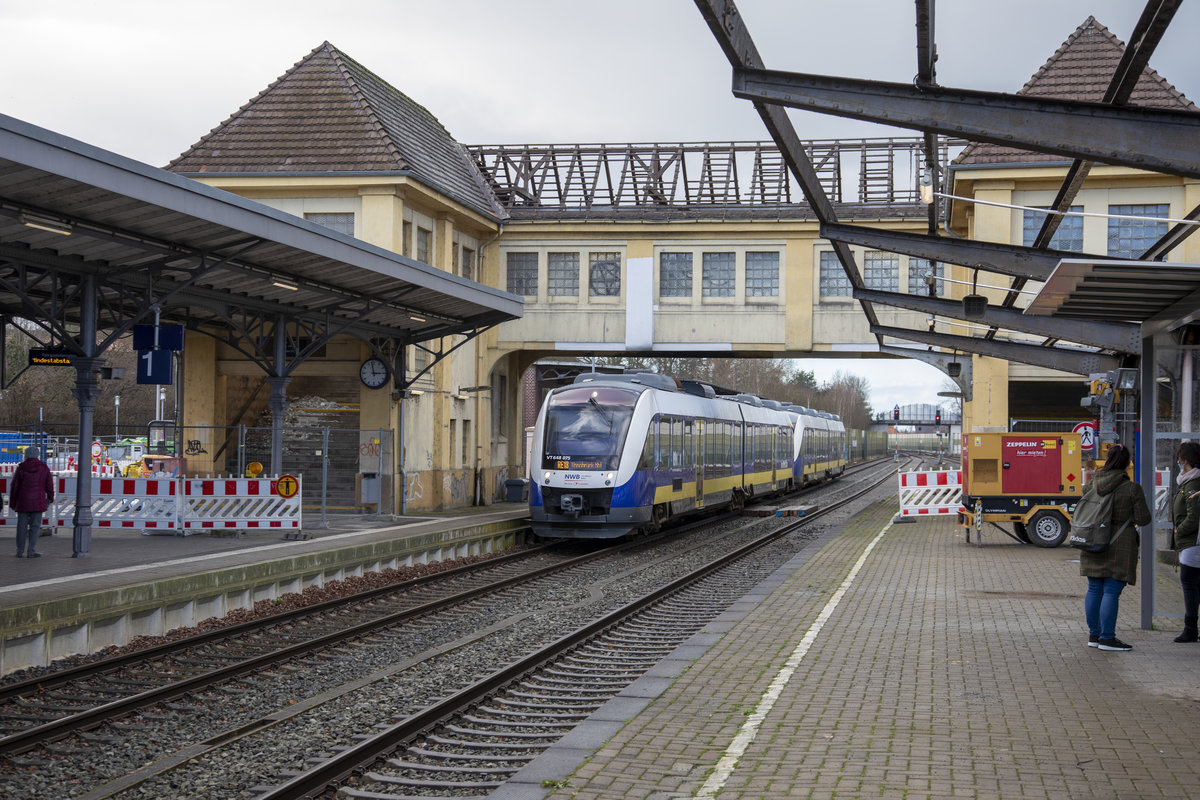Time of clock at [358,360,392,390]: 2:58
